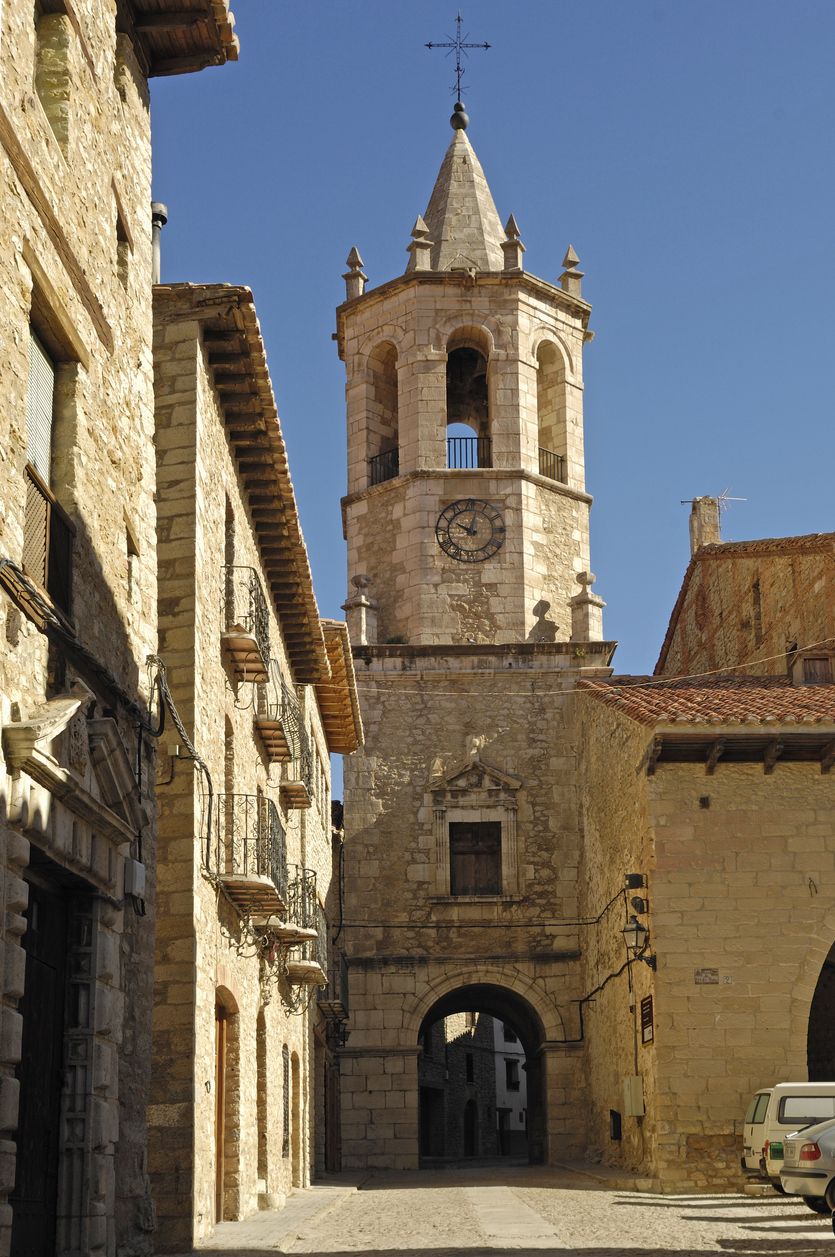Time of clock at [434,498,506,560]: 10:02
